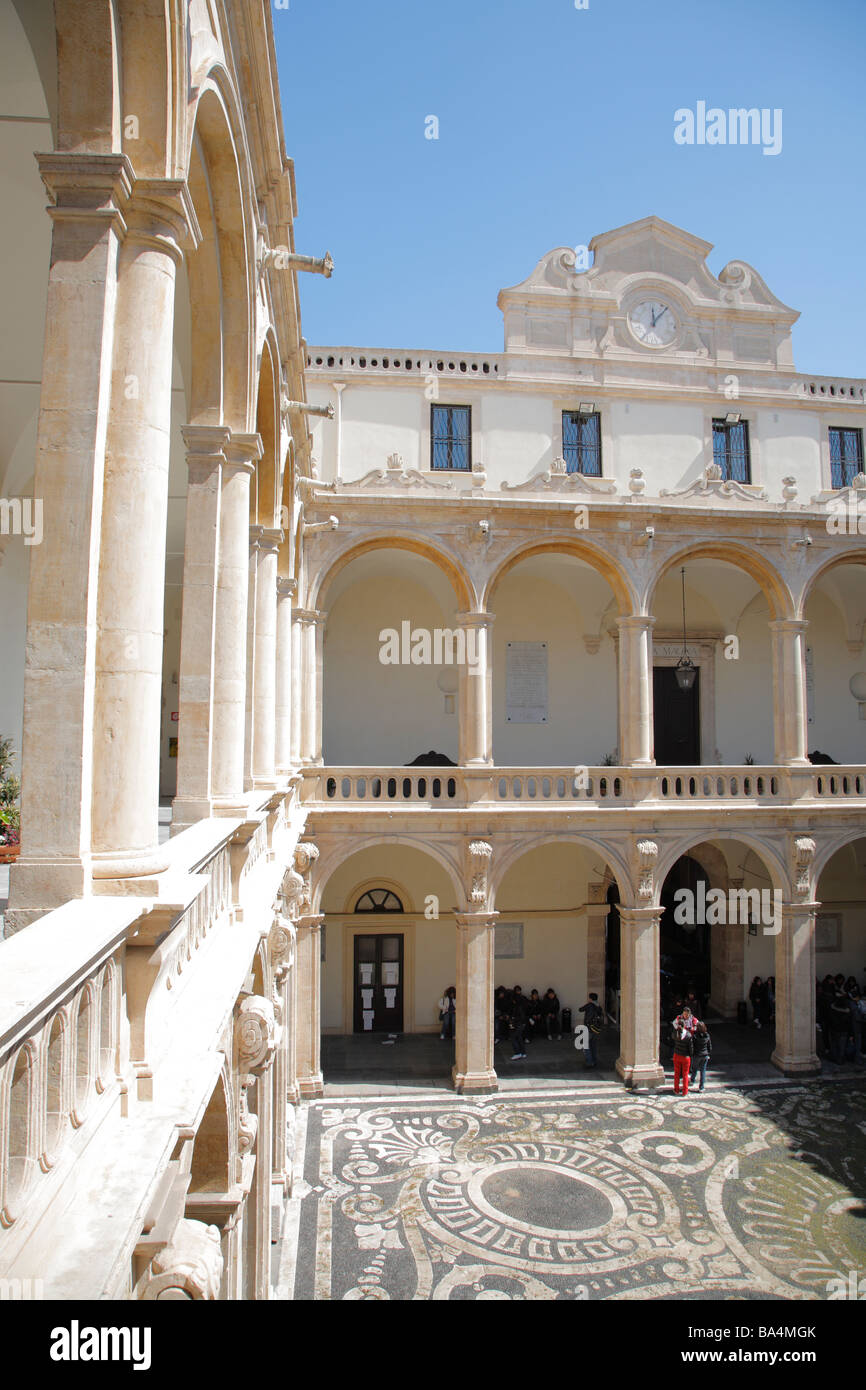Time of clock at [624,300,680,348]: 12:07
